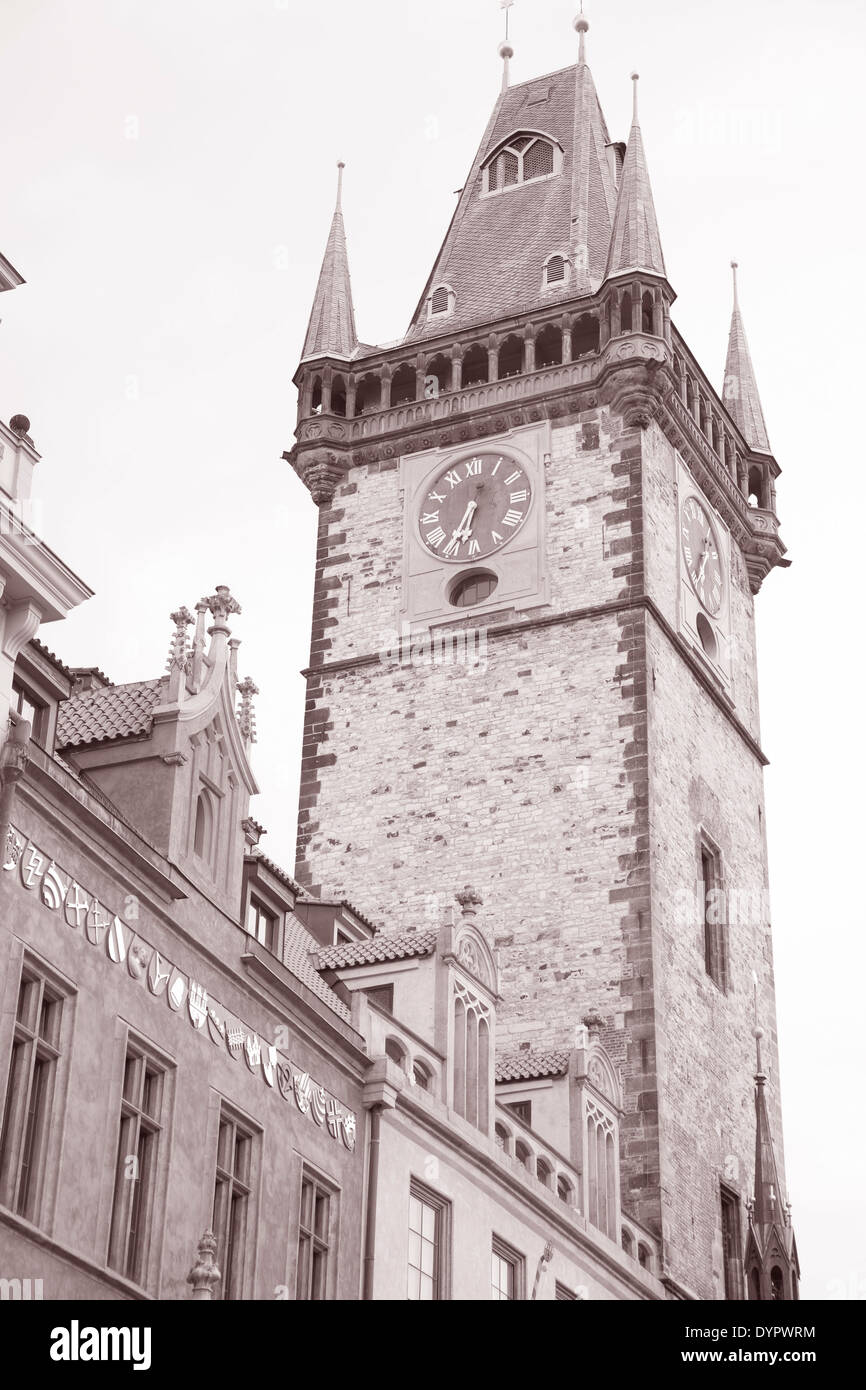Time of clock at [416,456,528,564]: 6:34
